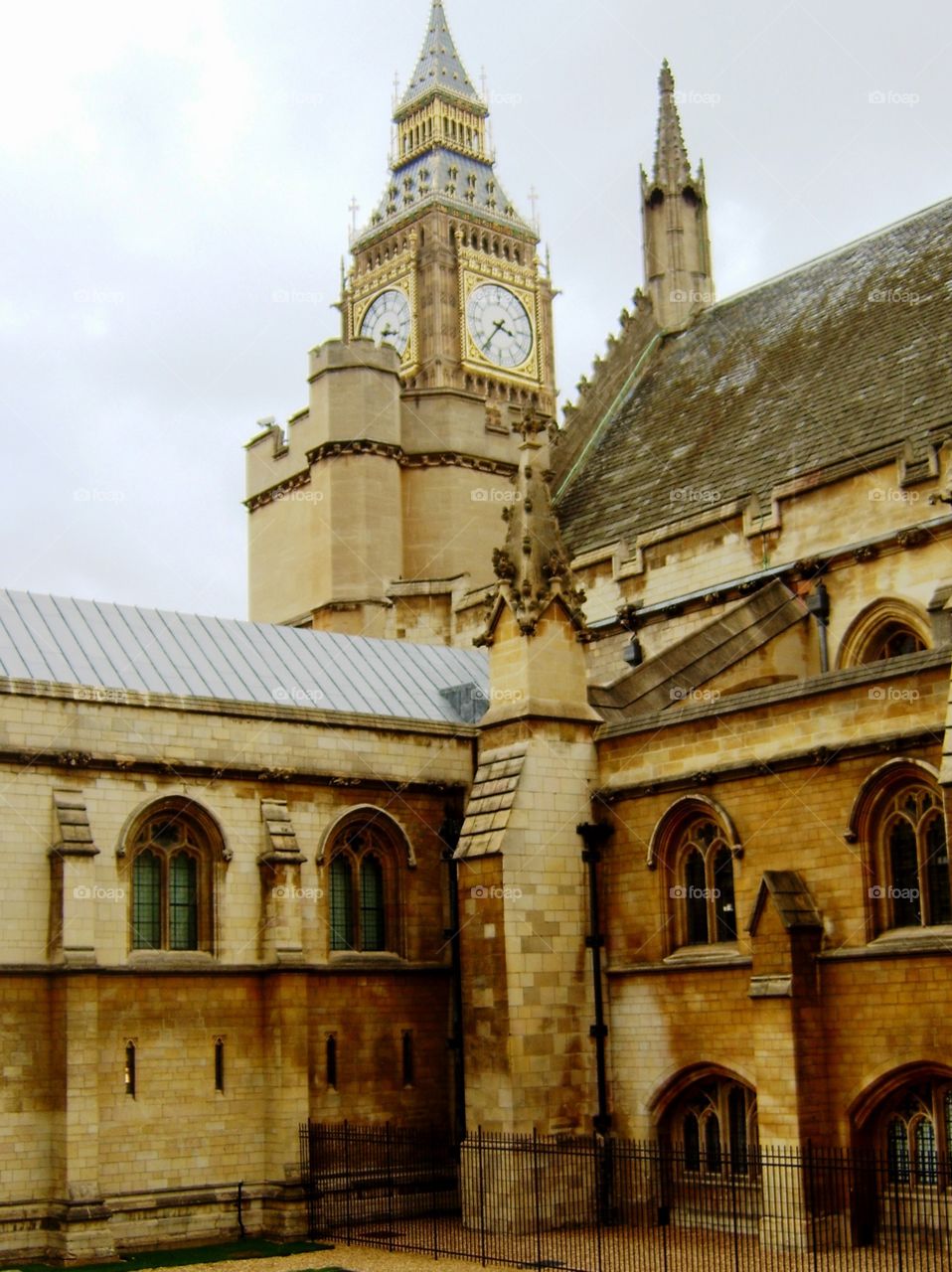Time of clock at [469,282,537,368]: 3:36
